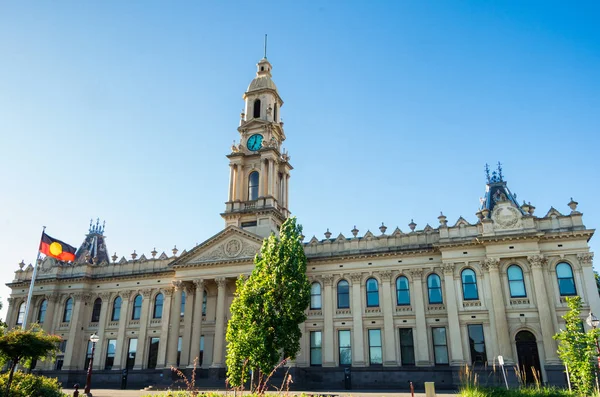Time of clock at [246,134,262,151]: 7:01
